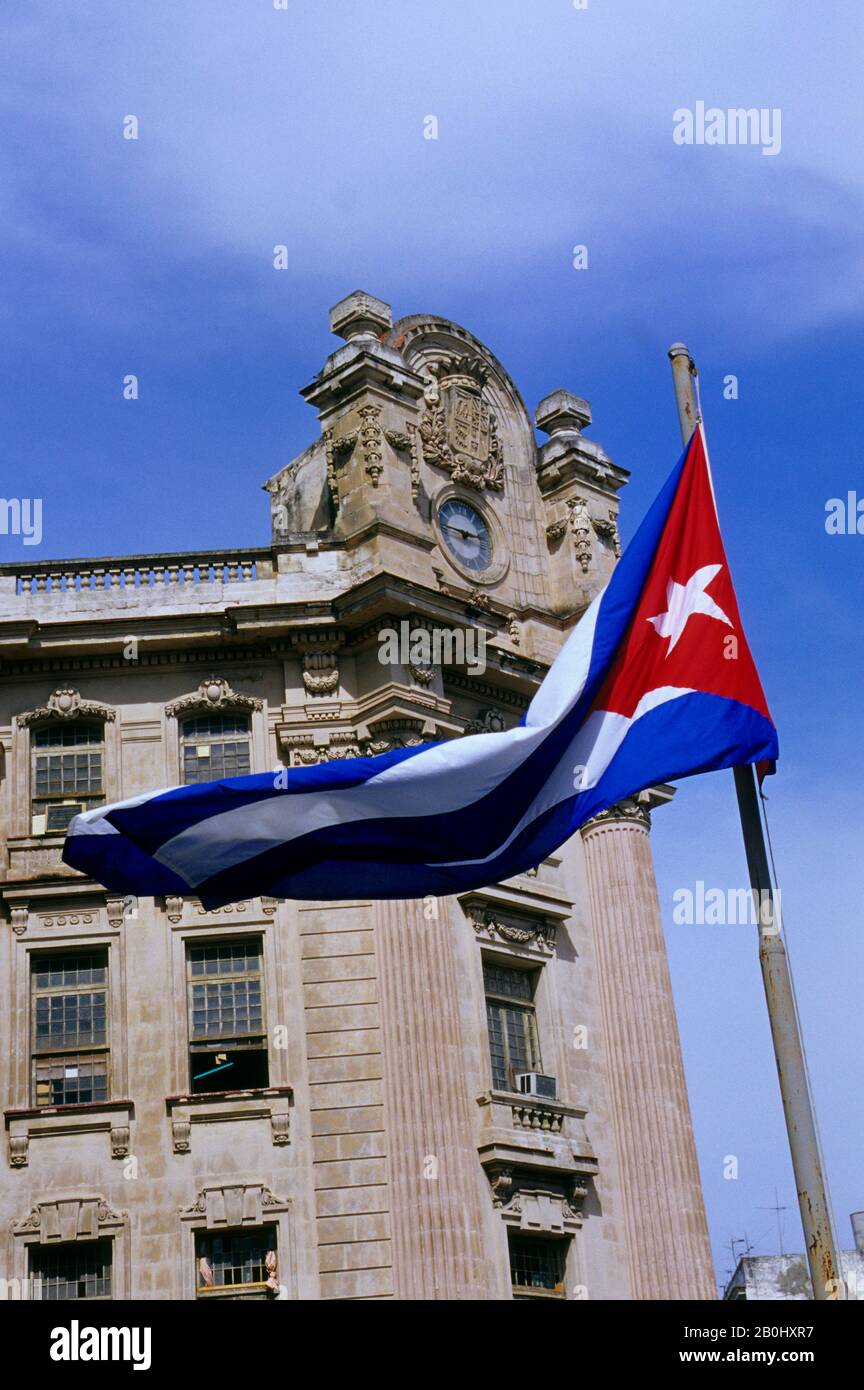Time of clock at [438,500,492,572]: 2:45
